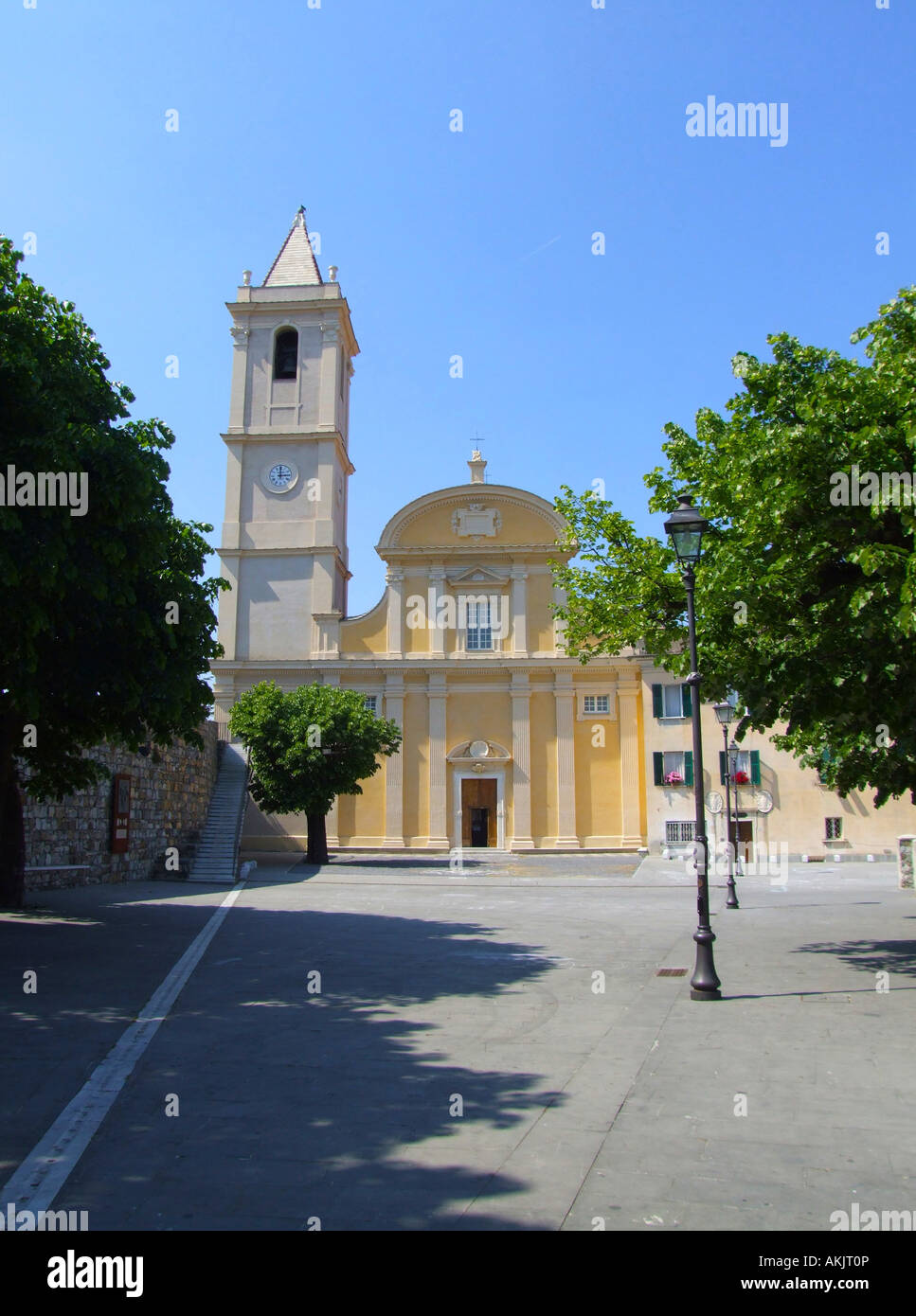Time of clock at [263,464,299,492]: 3:00
